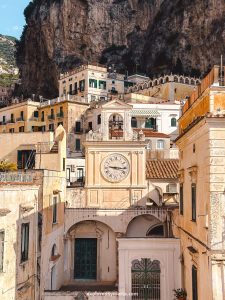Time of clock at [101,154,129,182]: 9:15
